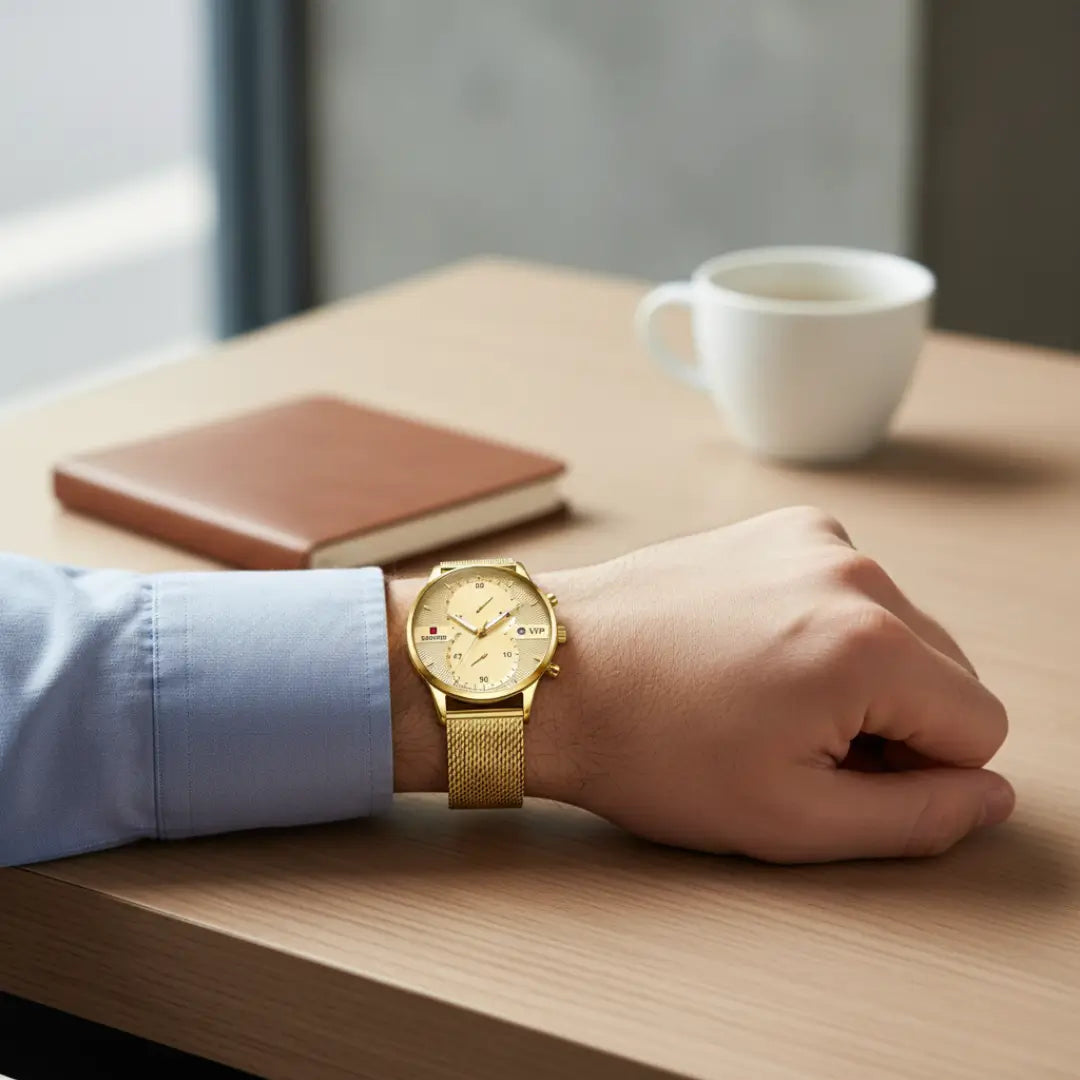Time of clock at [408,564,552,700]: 10:09
